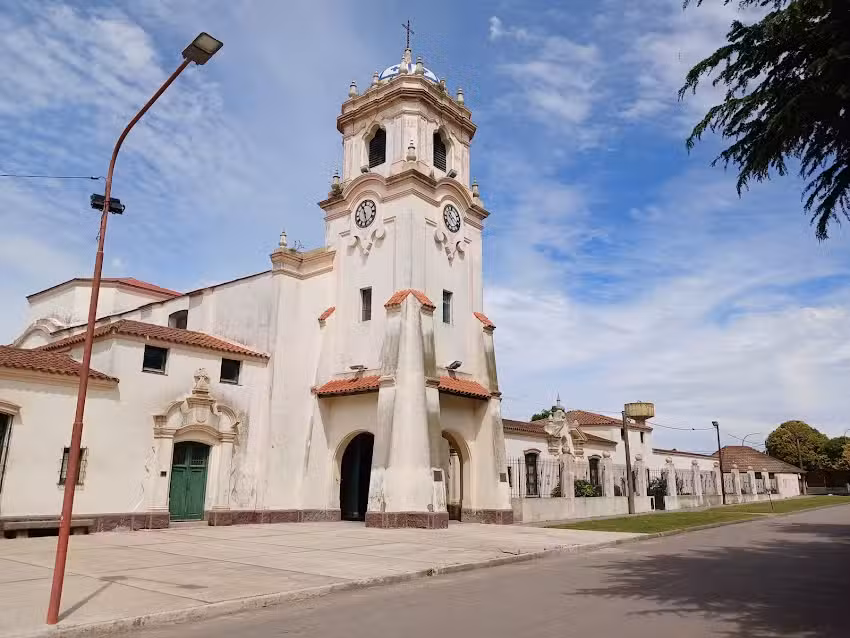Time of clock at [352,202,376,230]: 11:28
